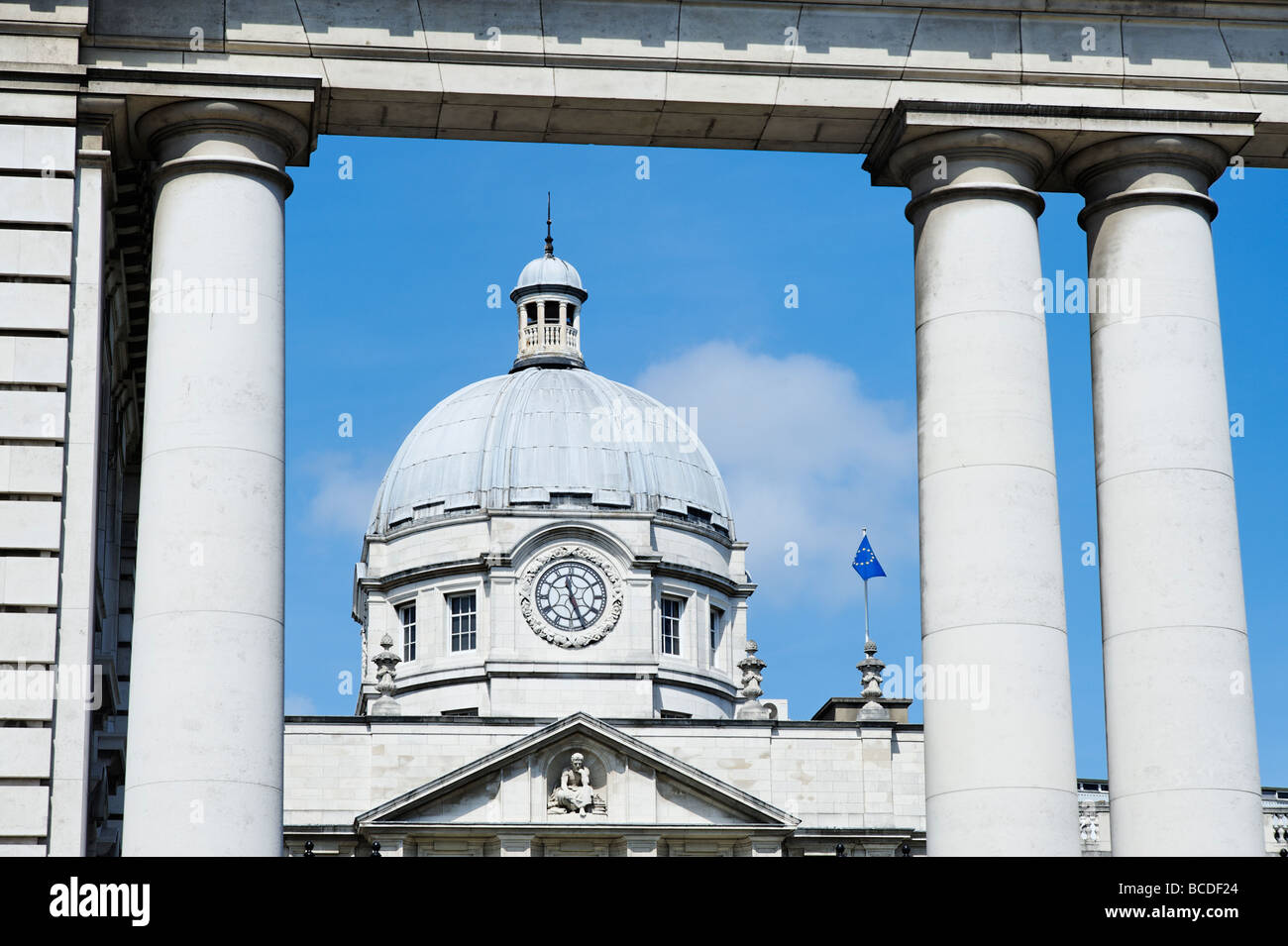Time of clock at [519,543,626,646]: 11:25
